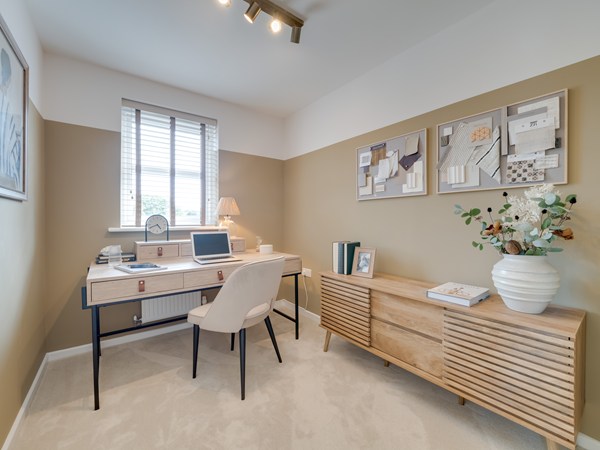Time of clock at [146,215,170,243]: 4:41
